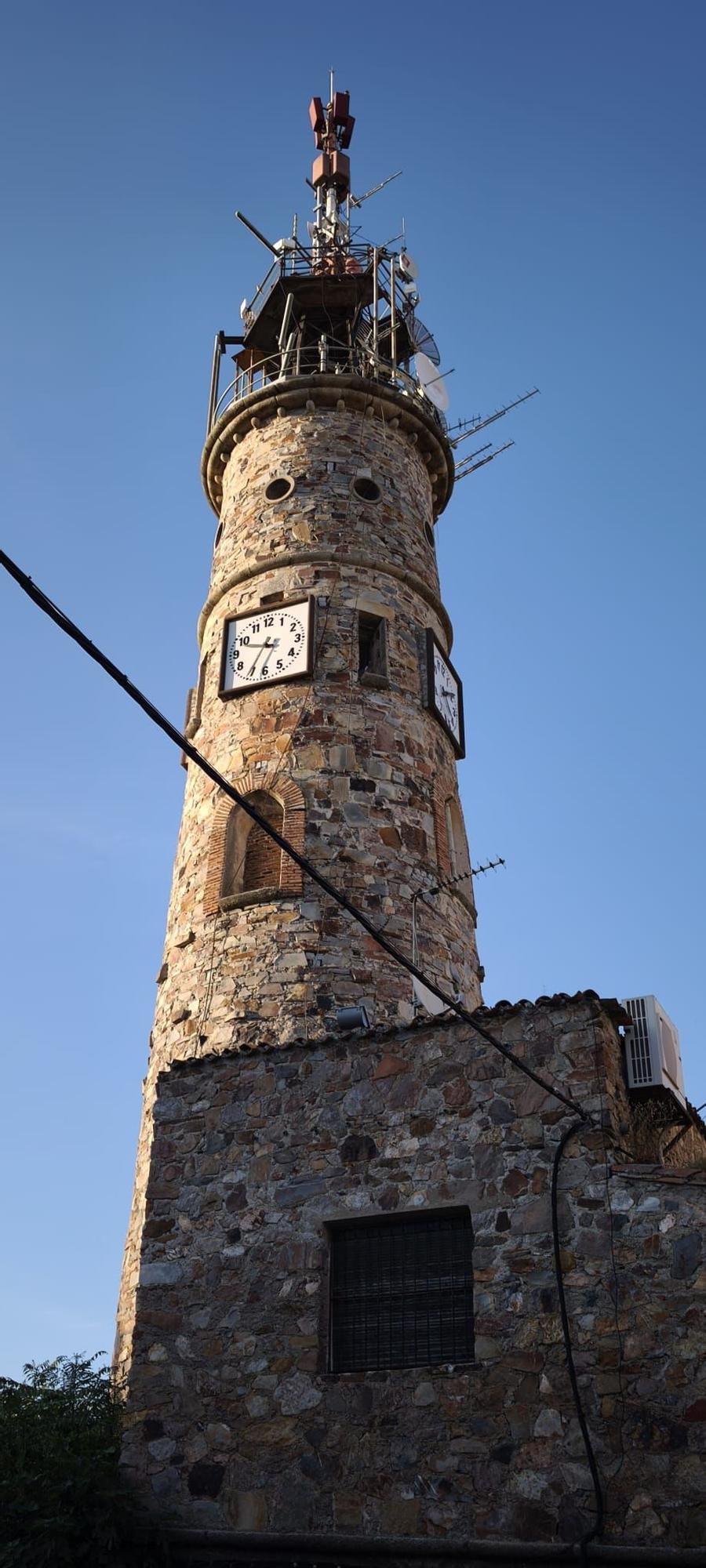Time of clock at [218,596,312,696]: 9:35
